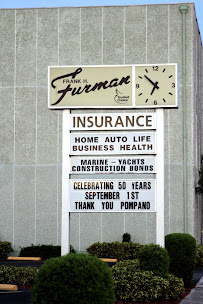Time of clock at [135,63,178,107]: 6:52
